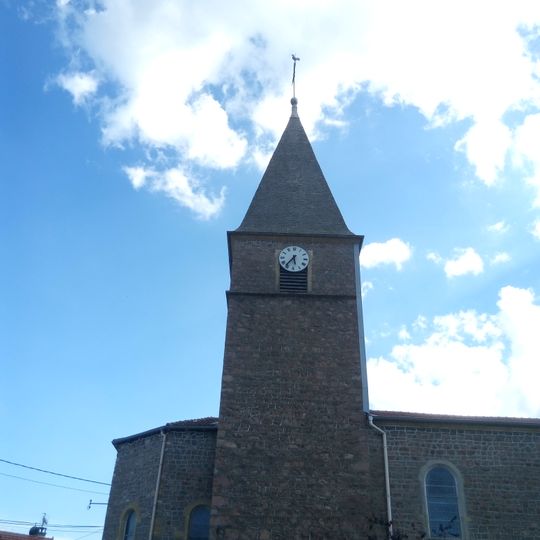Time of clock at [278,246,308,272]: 5:36
